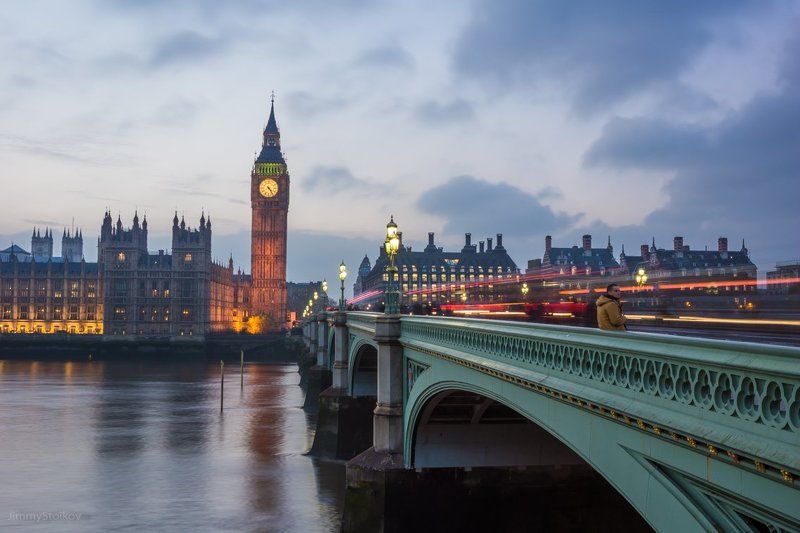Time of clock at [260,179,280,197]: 4:23
